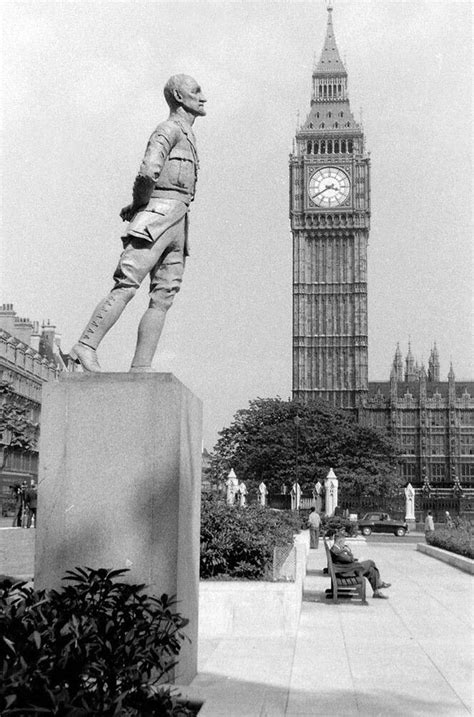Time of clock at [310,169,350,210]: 3:39
